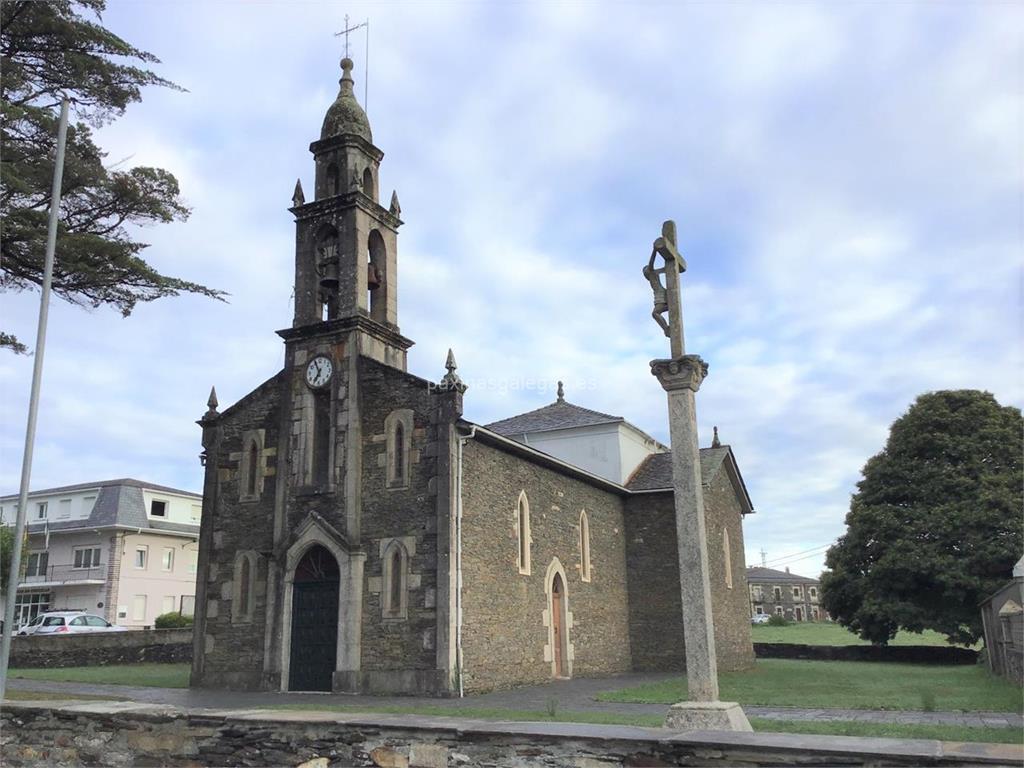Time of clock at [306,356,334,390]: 6:55
